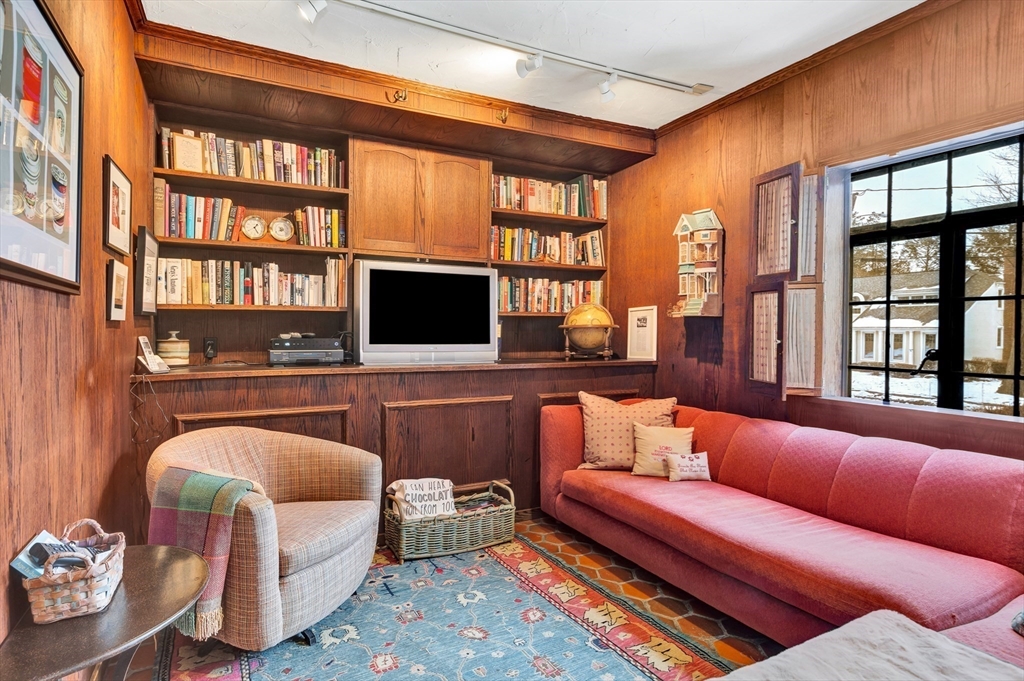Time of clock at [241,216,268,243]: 1:24
